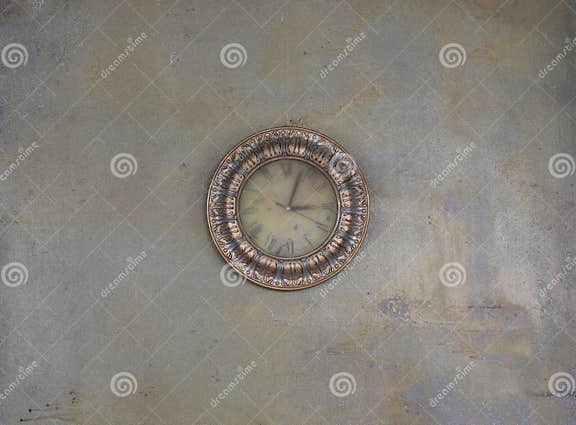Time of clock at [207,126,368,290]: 3:02
